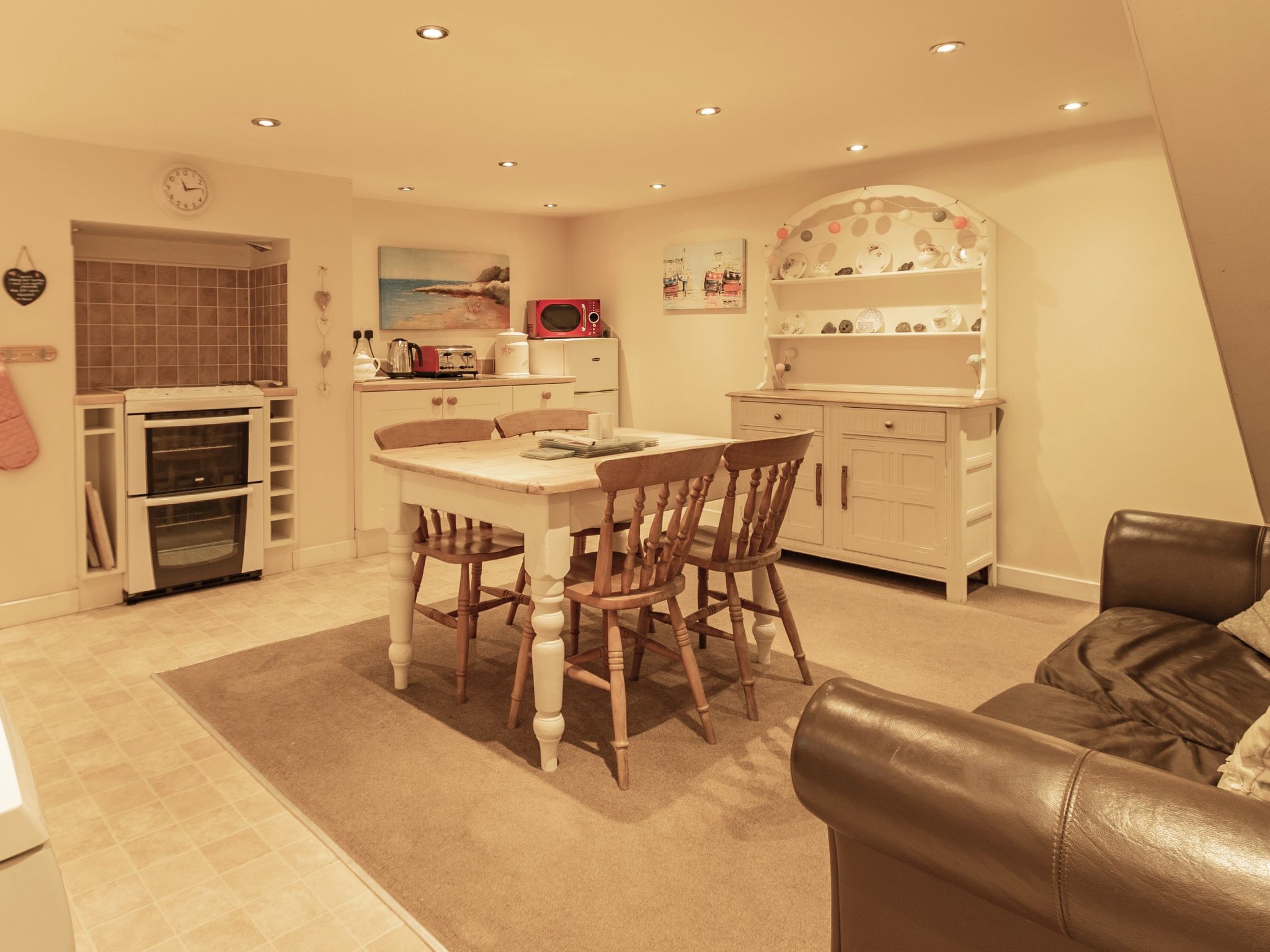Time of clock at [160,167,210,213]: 11:13
